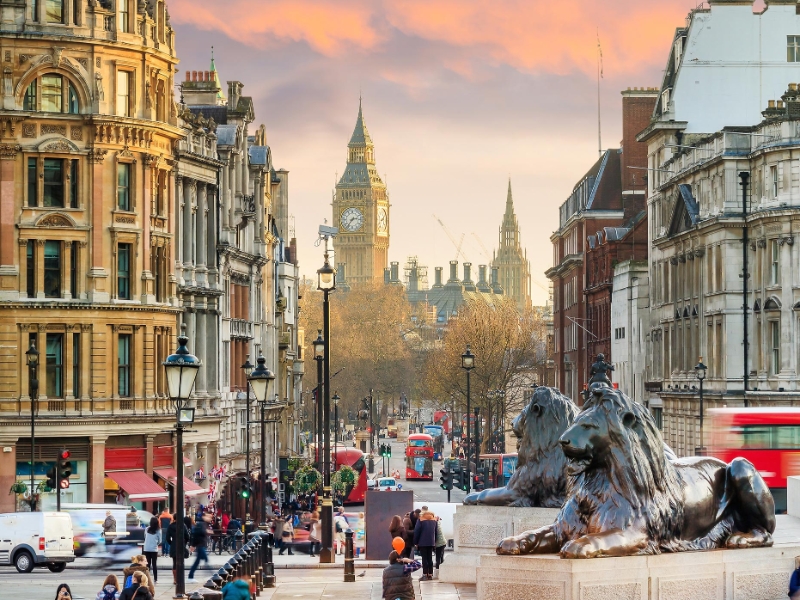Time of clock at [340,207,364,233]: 2:36
